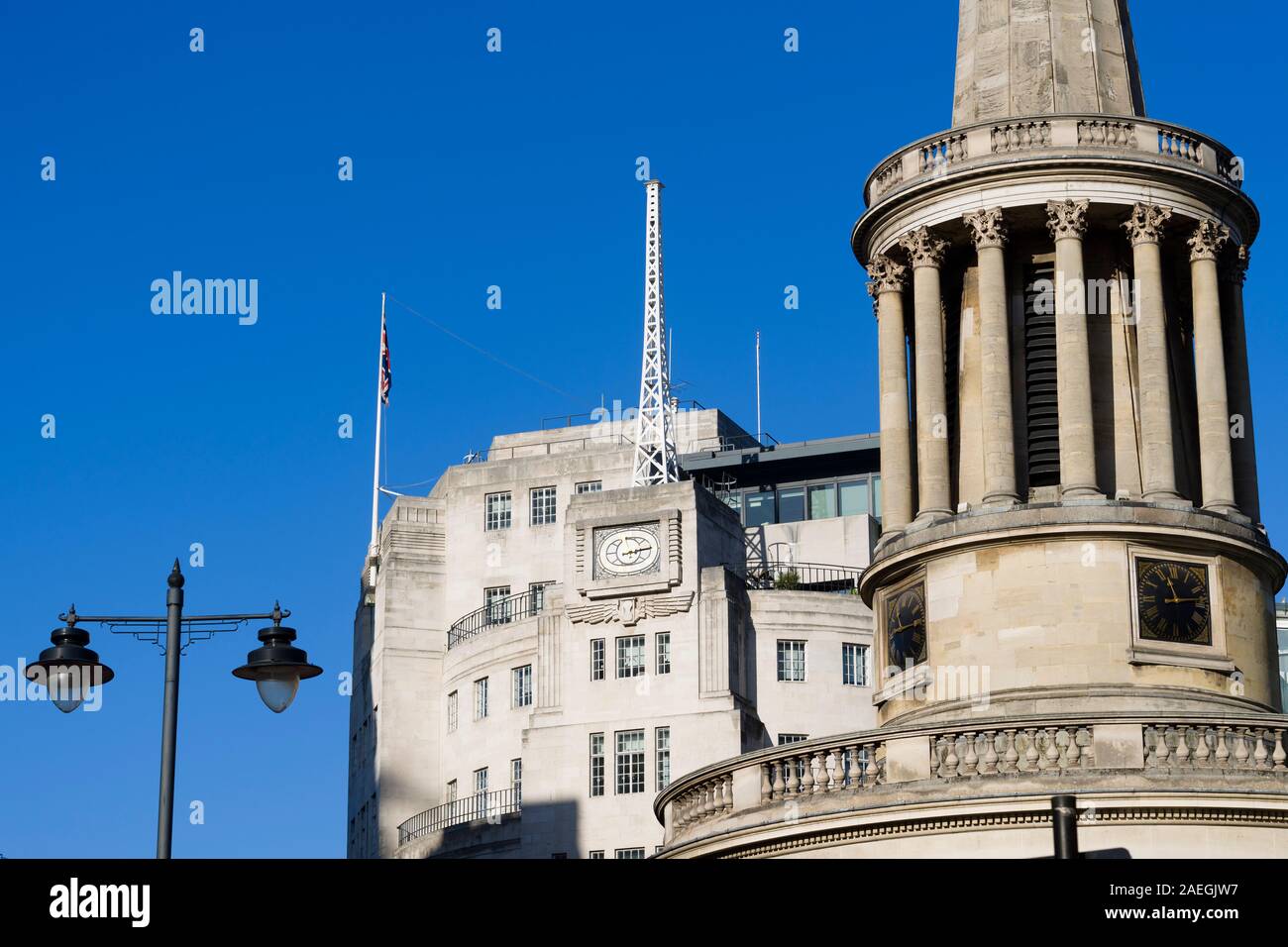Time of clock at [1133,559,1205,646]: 11:13
